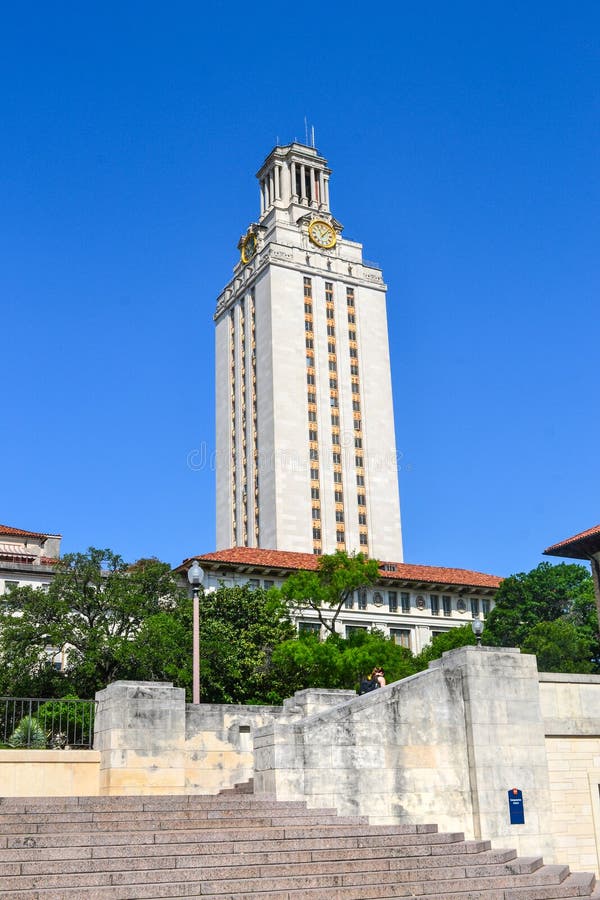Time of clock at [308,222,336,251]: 11:07
